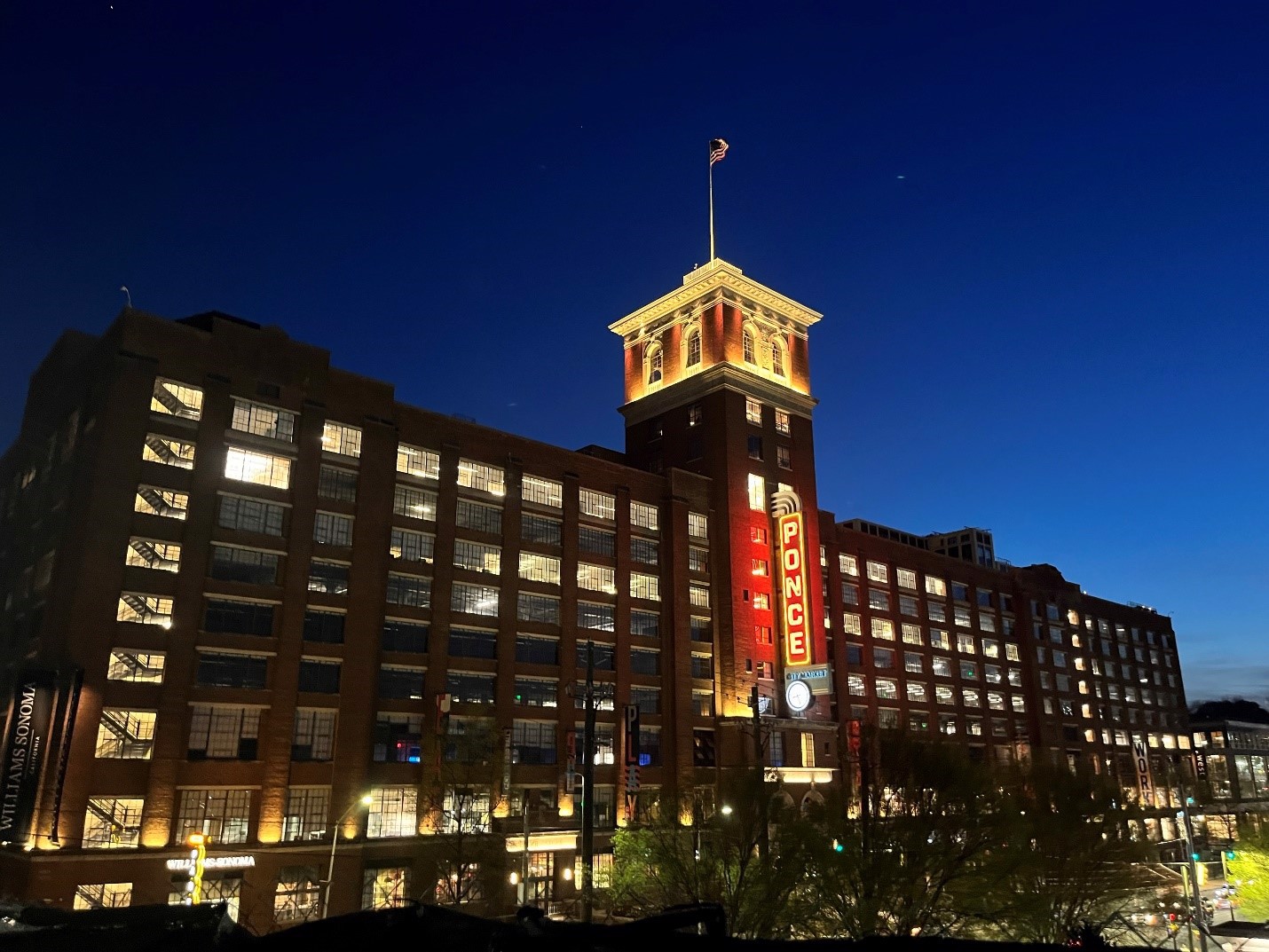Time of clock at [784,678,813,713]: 8:26
